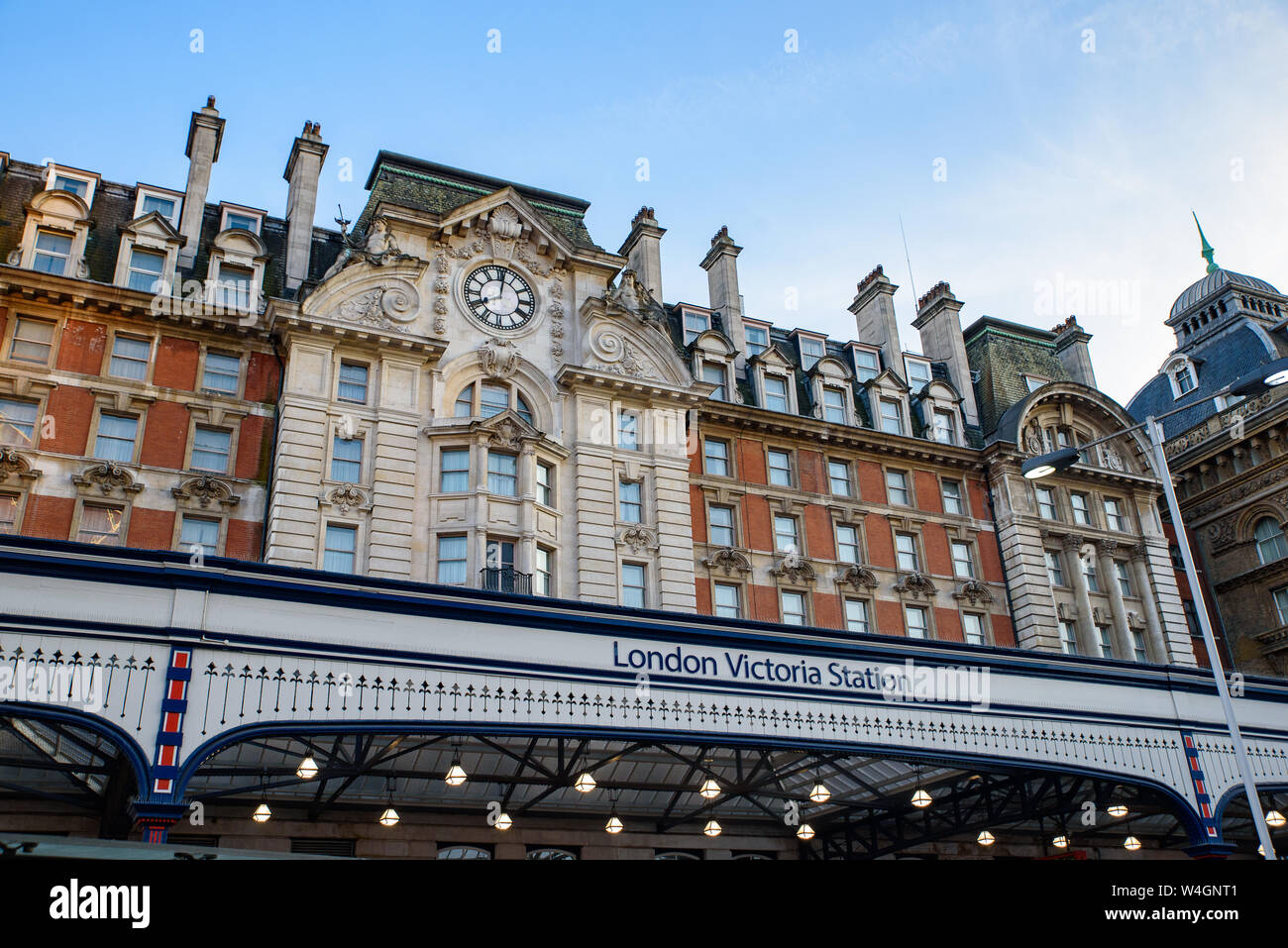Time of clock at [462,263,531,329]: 8:01
